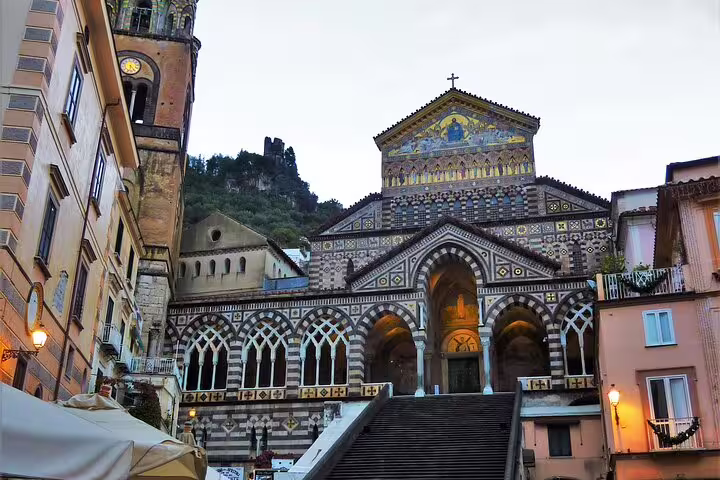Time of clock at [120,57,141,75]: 6:24
